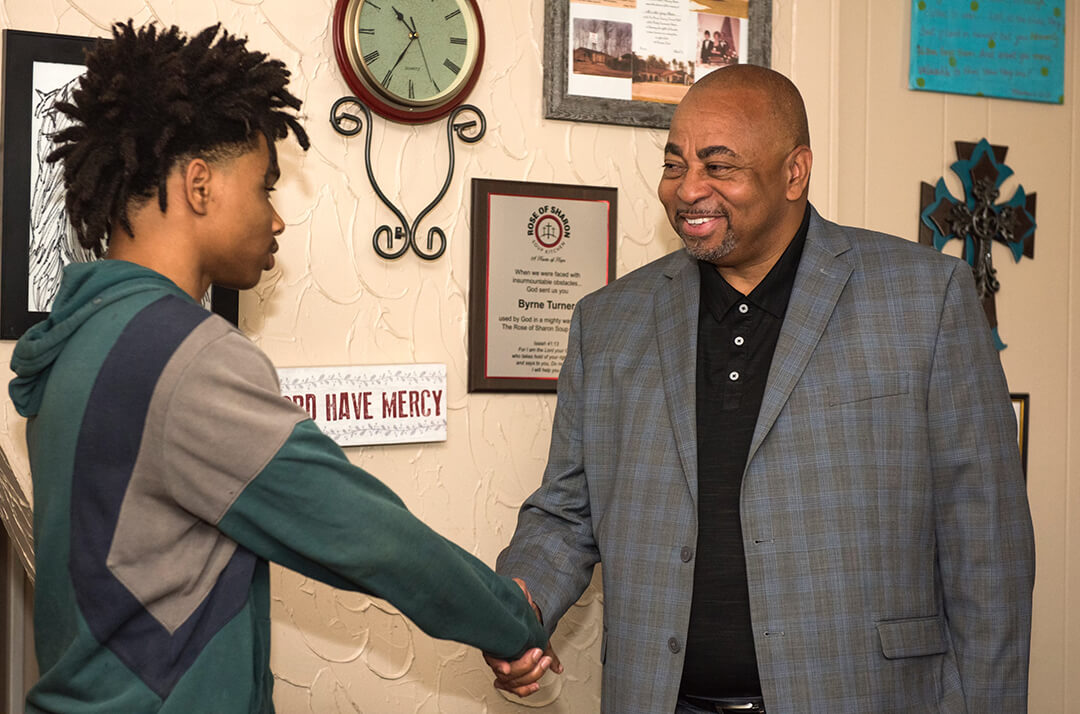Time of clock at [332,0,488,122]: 10:35
